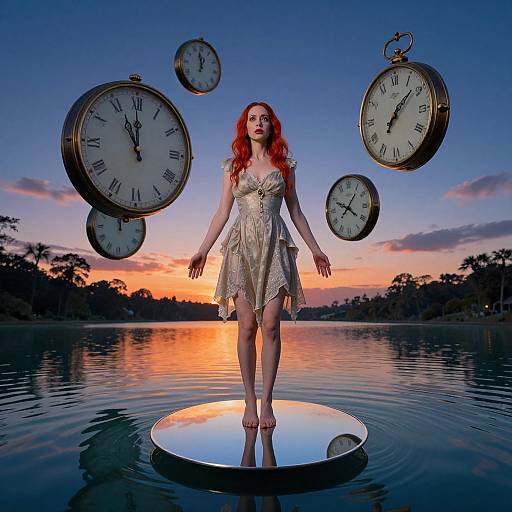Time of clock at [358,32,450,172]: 1:07
